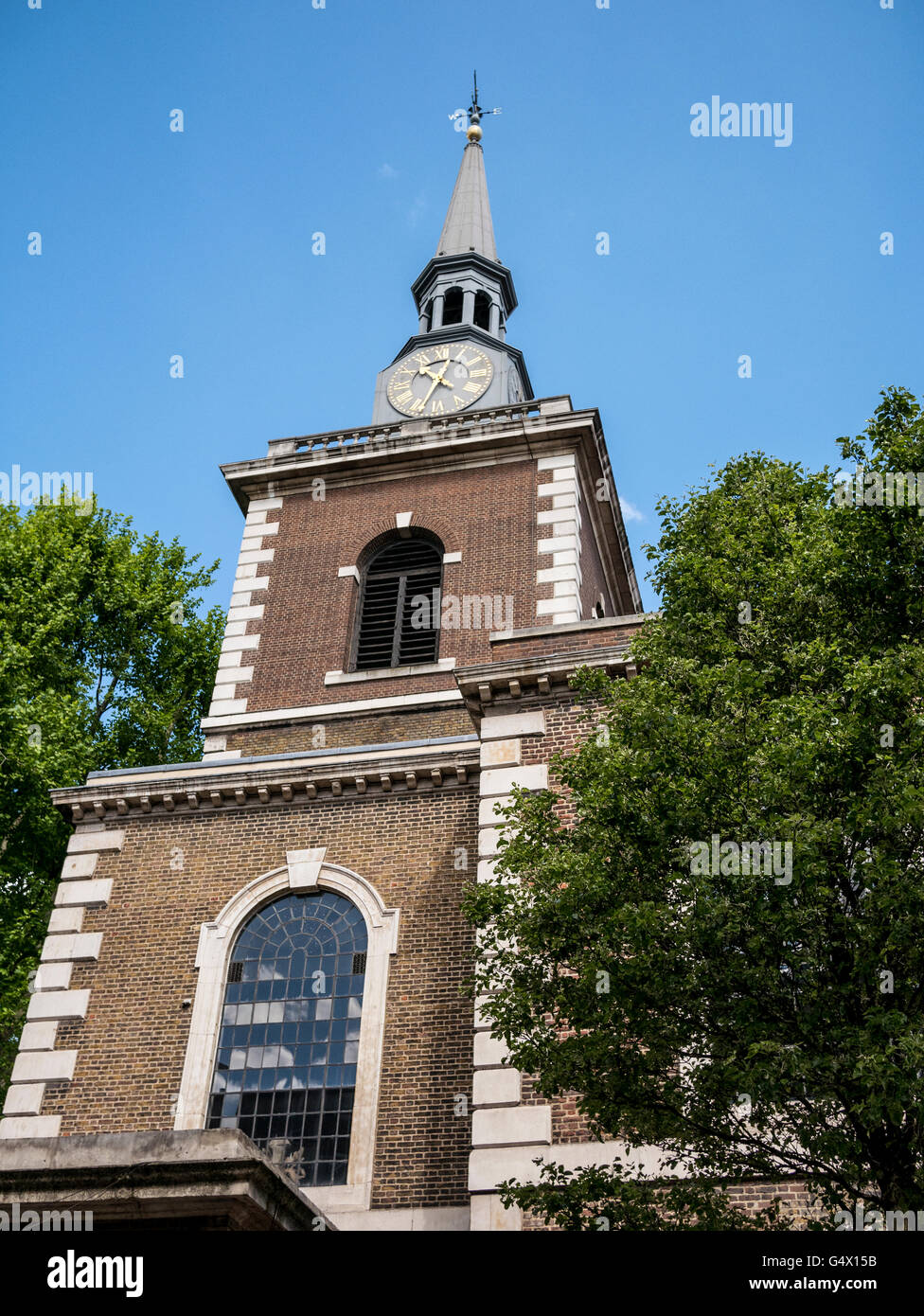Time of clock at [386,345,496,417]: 10:34
